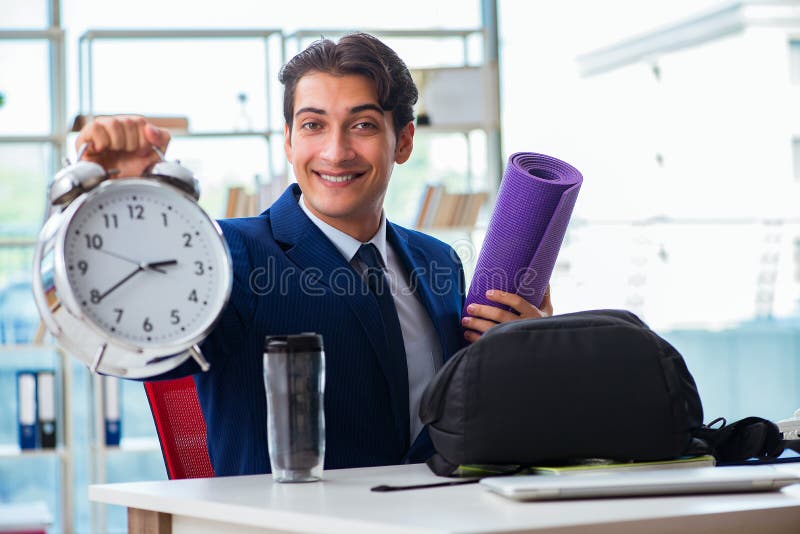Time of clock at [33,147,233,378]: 2:39
